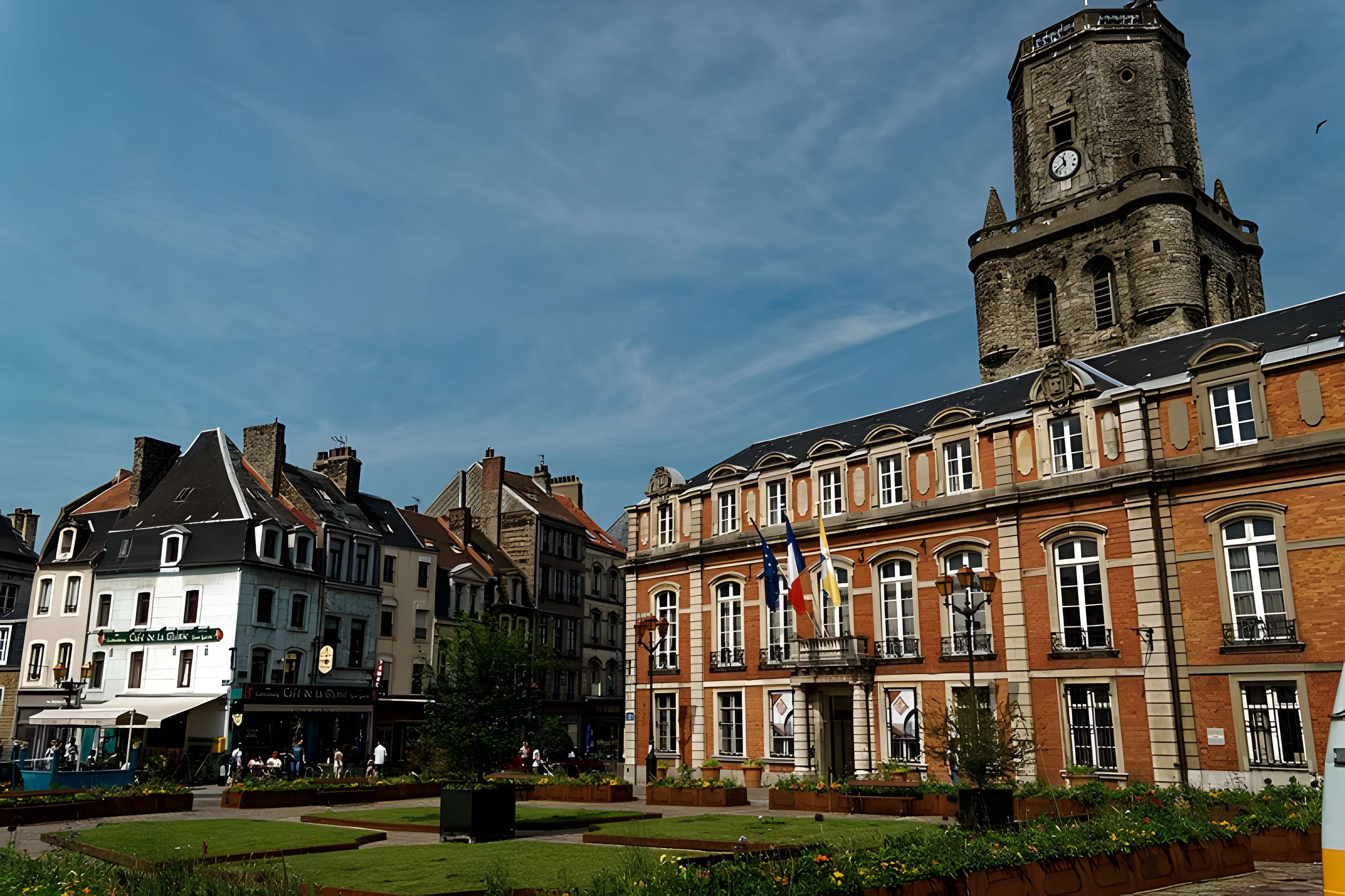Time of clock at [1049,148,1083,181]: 11:40
